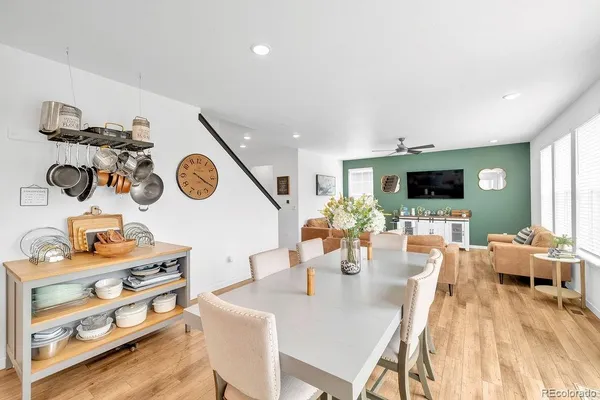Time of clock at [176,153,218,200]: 4:19
